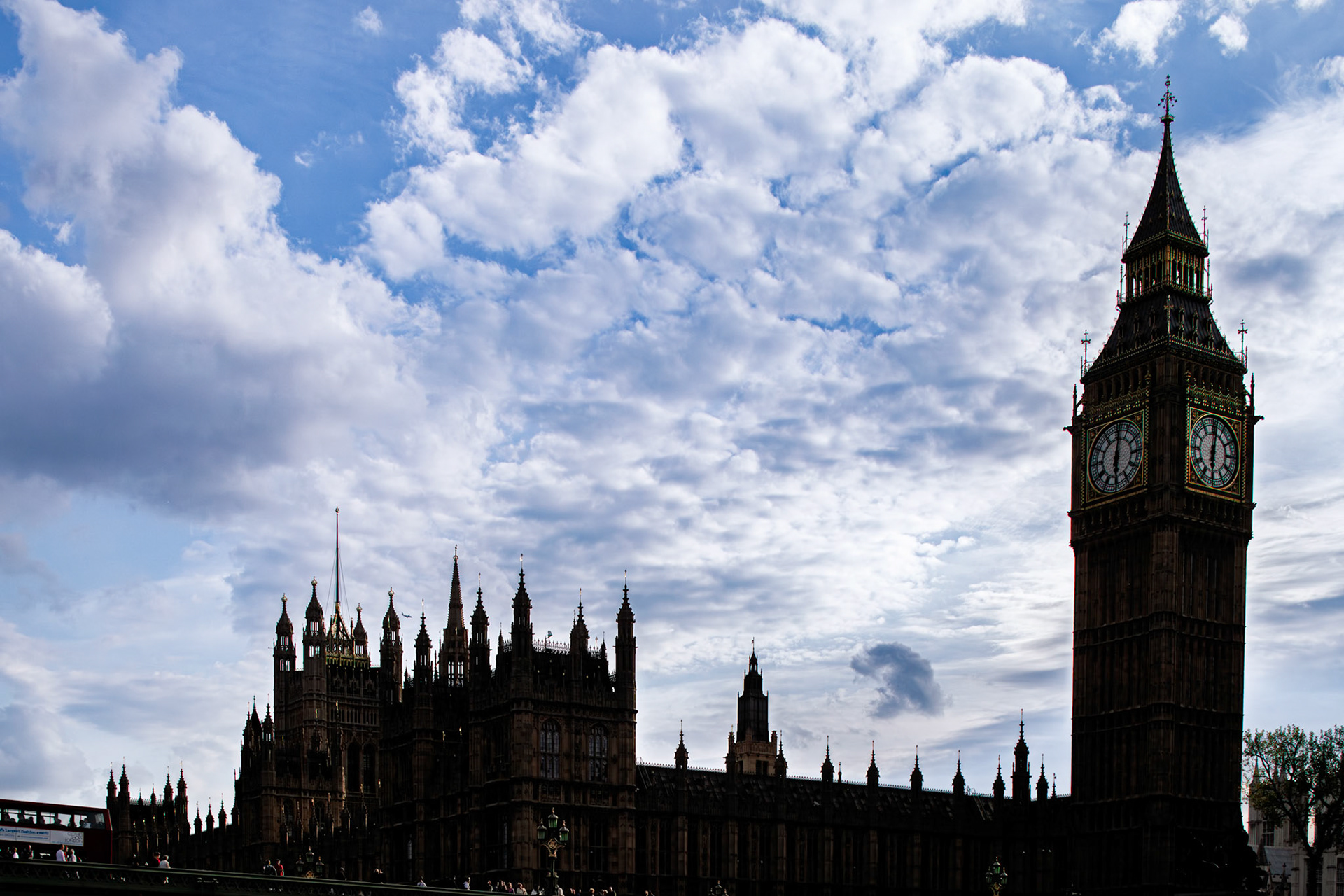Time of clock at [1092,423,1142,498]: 6:01
